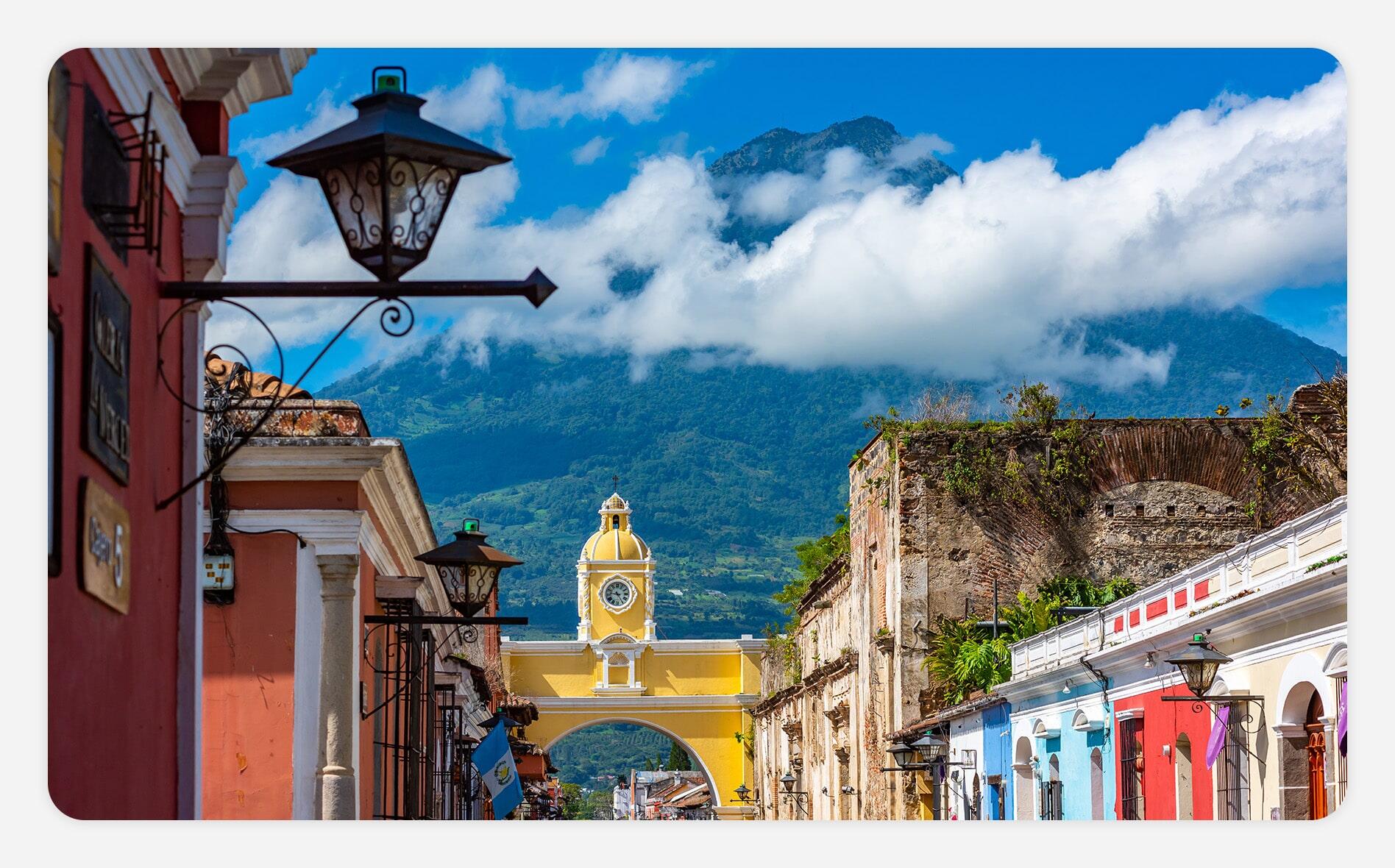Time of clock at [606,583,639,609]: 9:25
